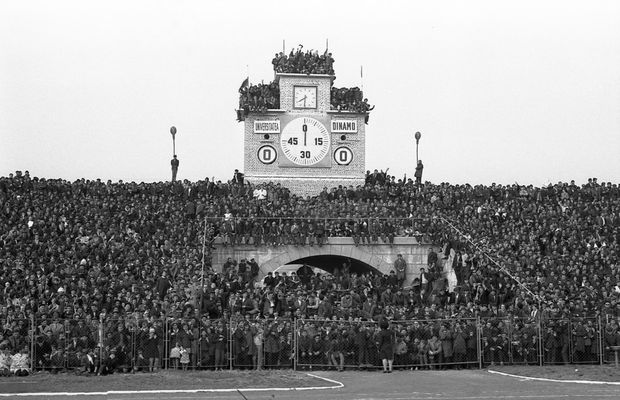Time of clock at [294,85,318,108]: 7:30
